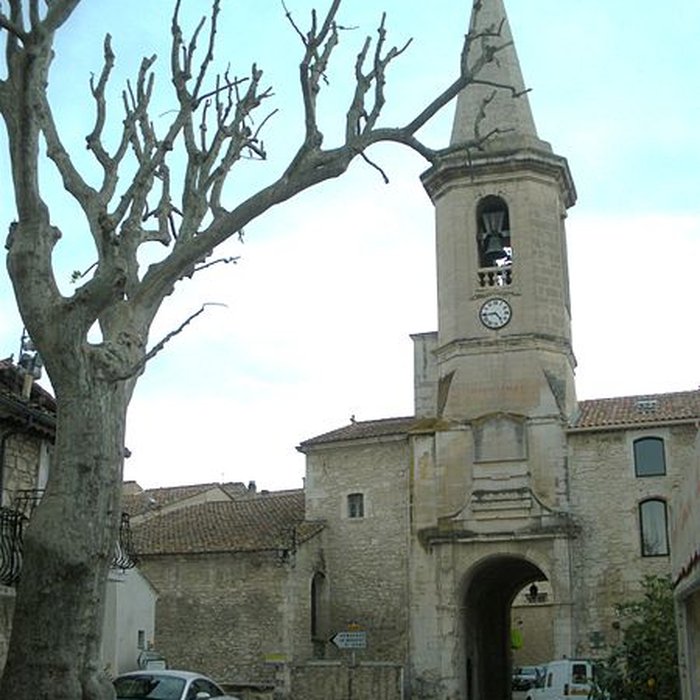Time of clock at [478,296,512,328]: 4:43
